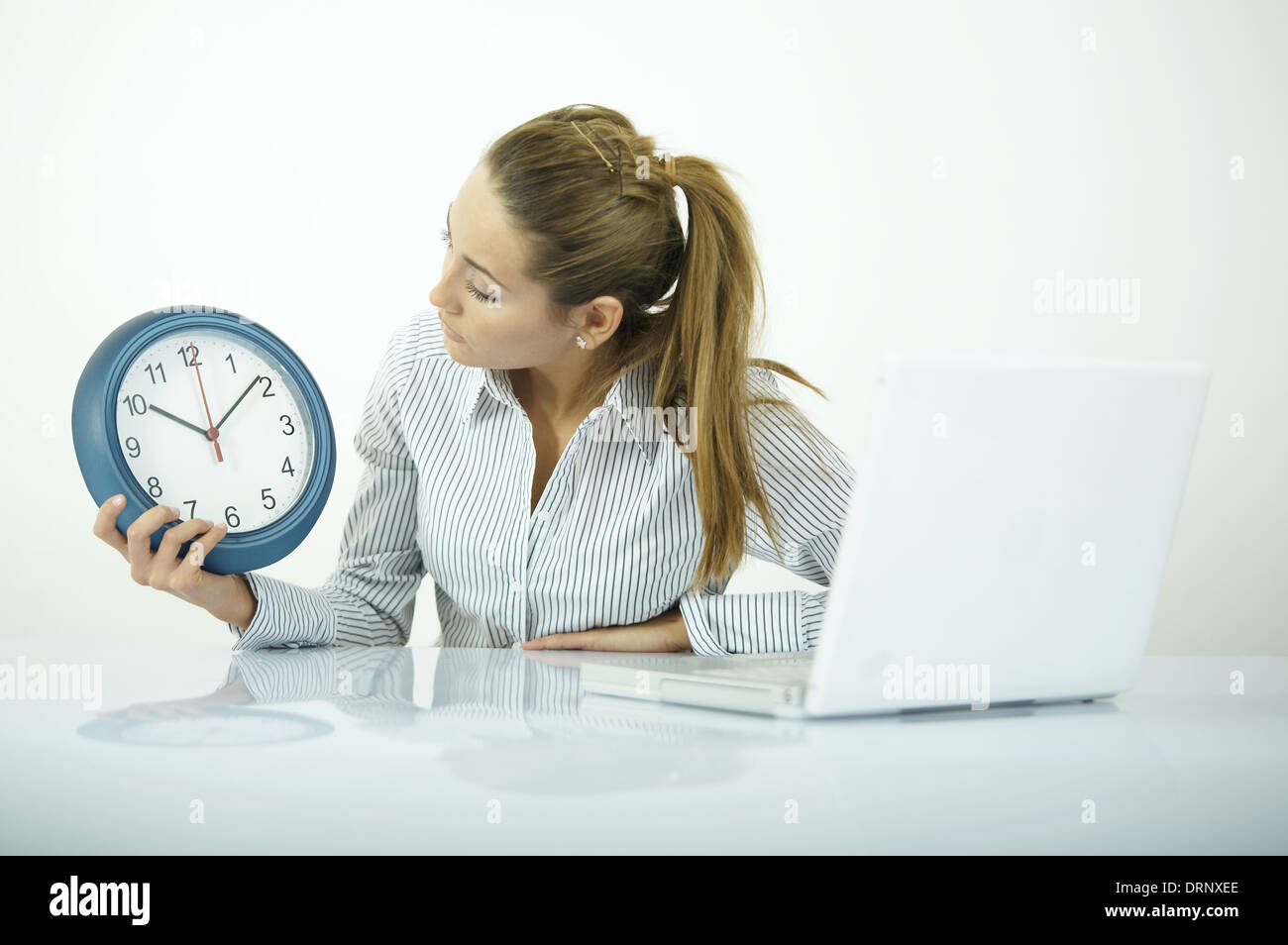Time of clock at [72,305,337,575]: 10:08
